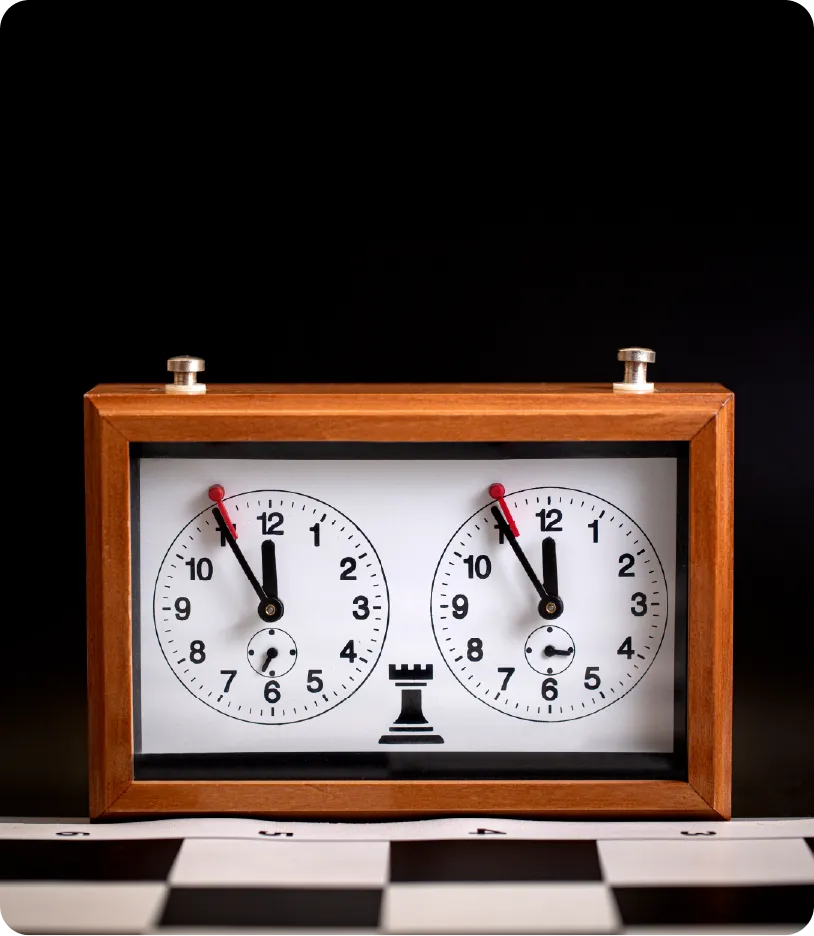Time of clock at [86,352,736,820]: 11:54
